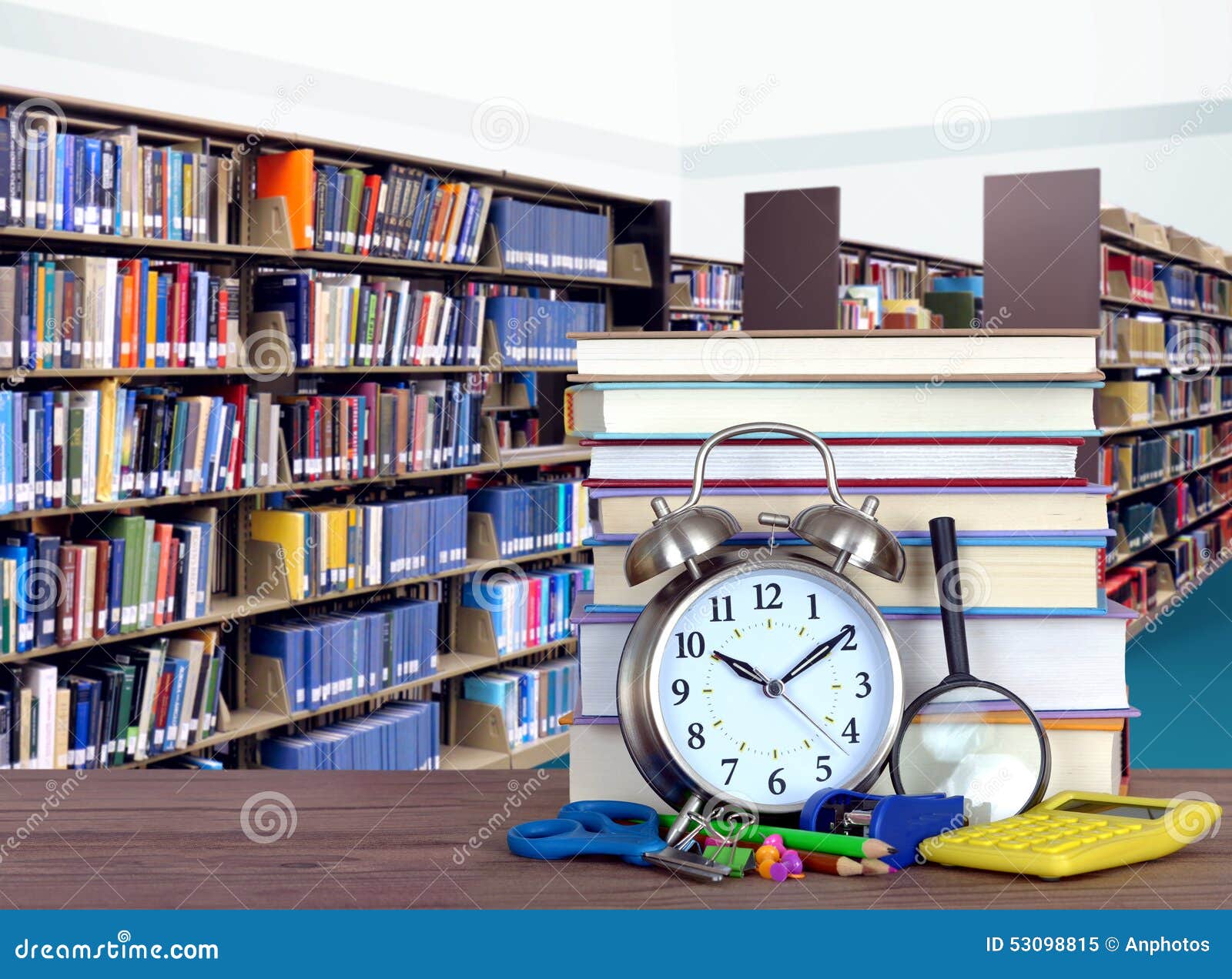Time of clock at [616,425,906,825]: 10:09
